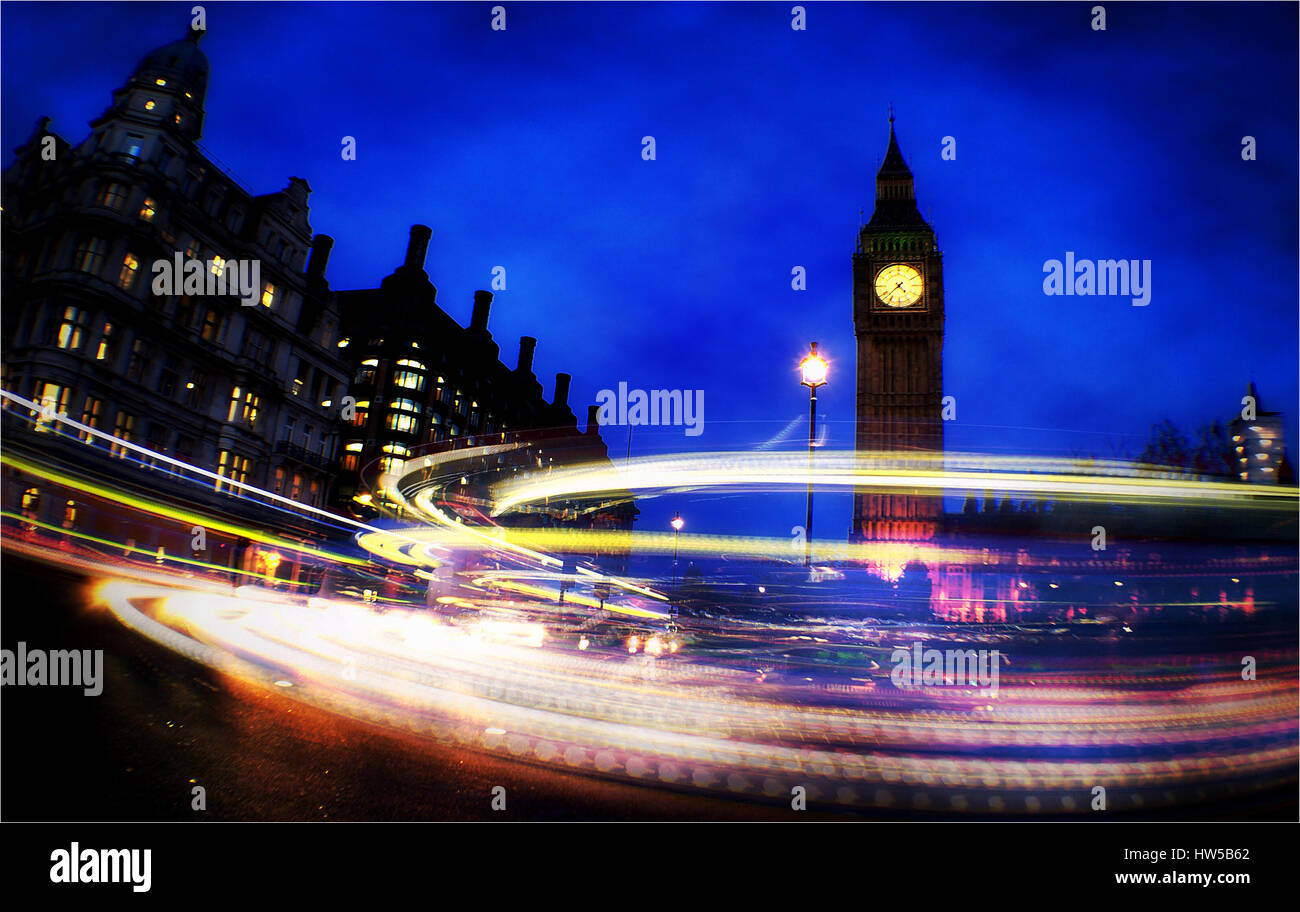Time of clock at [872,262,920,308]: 4:37
